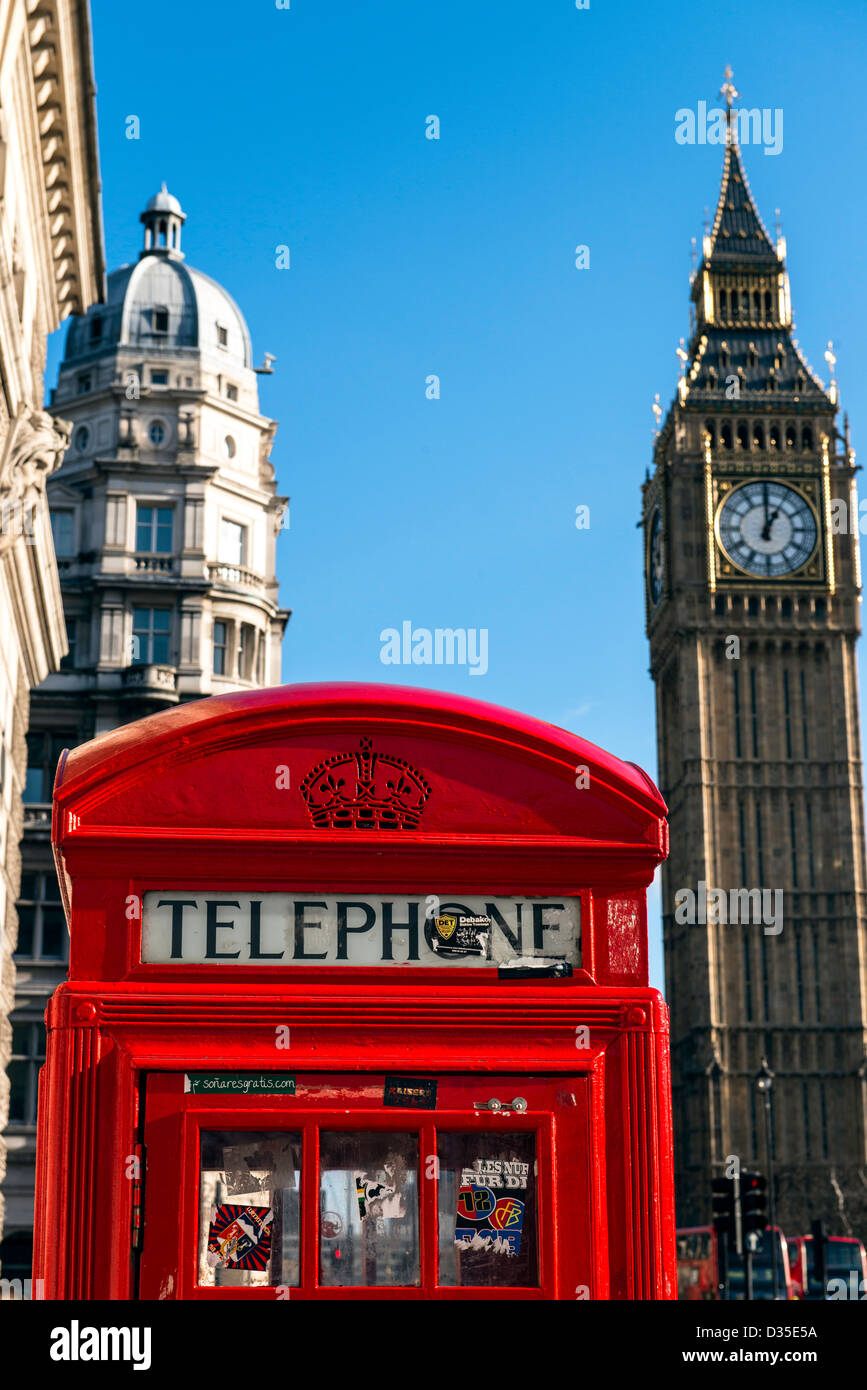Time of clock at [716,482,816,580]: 1:00
